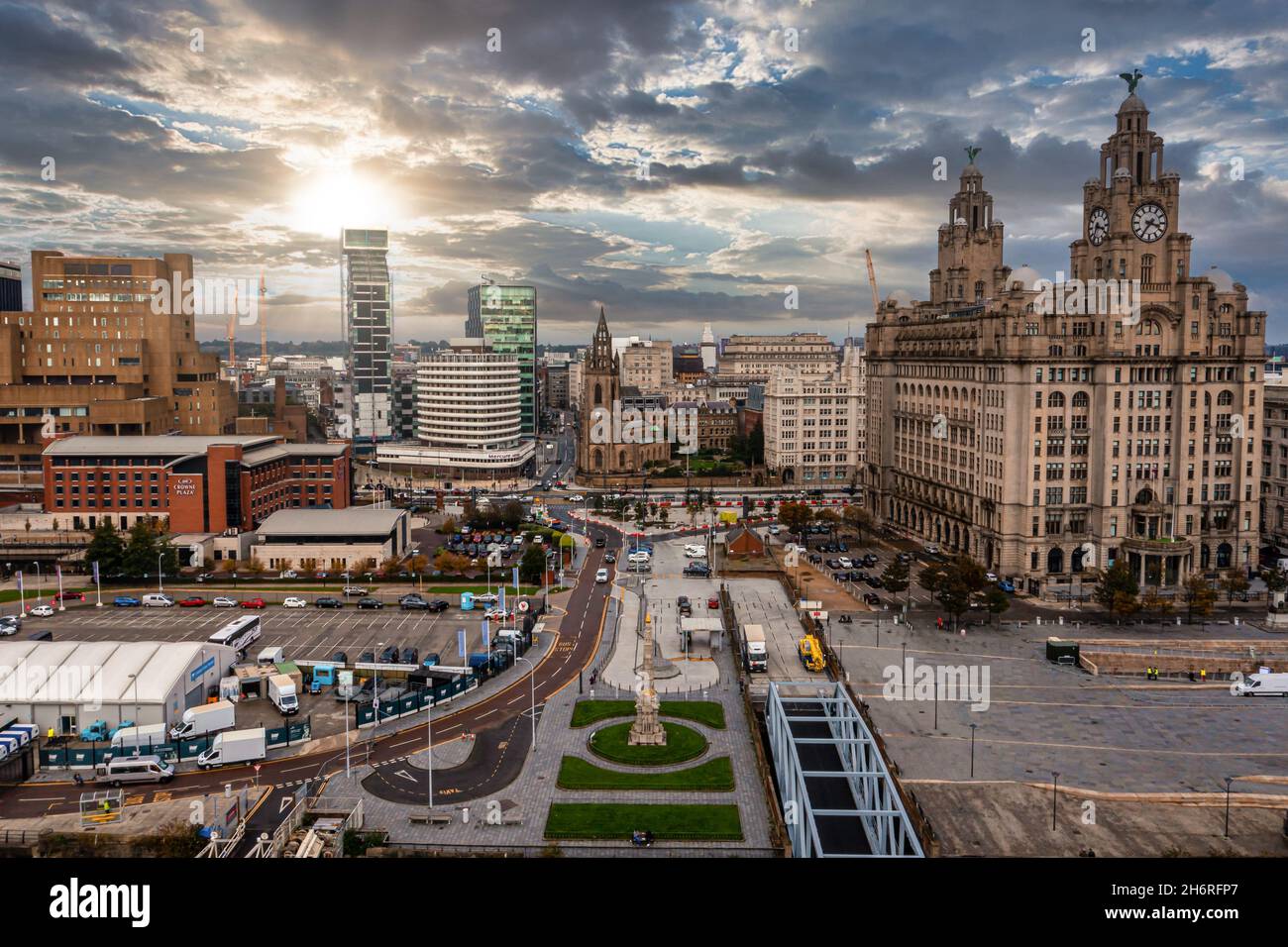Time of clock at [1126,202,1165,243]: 3:35
